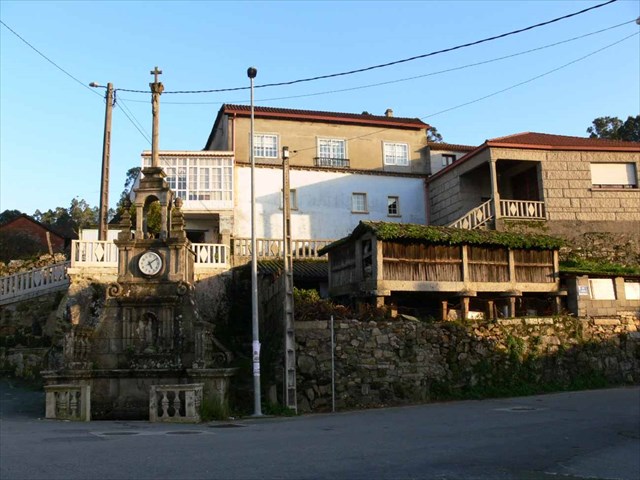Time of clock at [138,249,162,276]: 5:08
